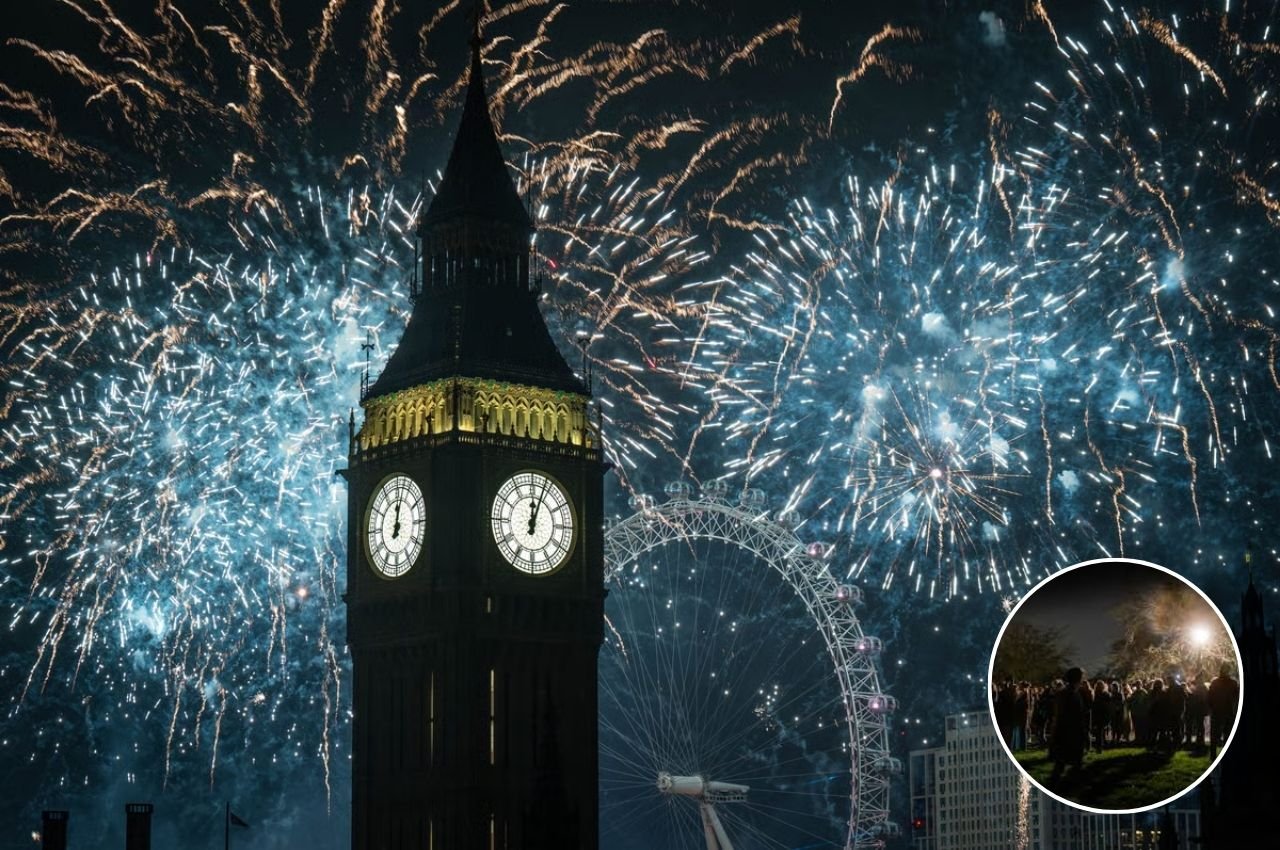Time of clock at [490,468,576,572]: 12:03
